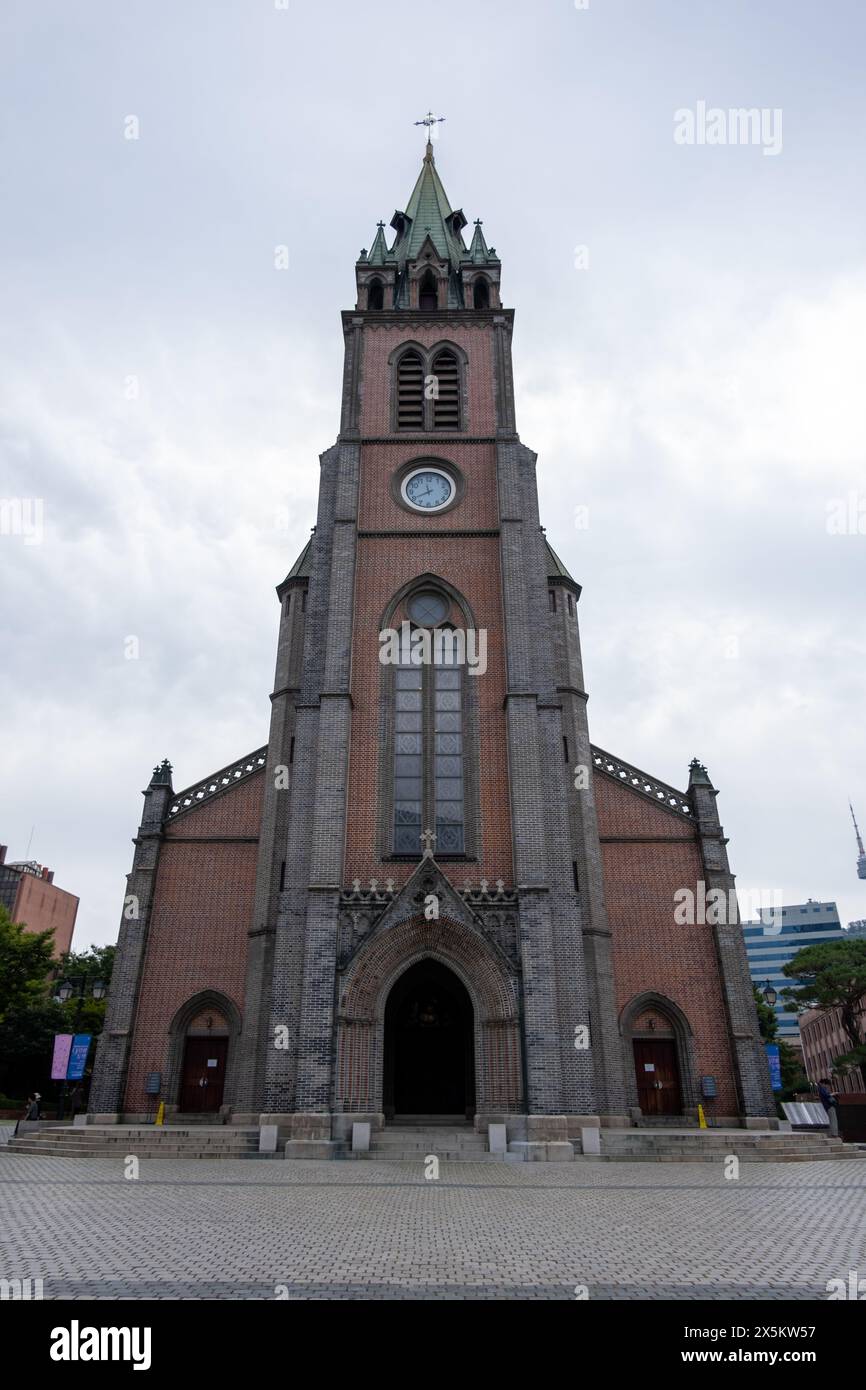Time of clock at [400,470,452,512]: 11:40
